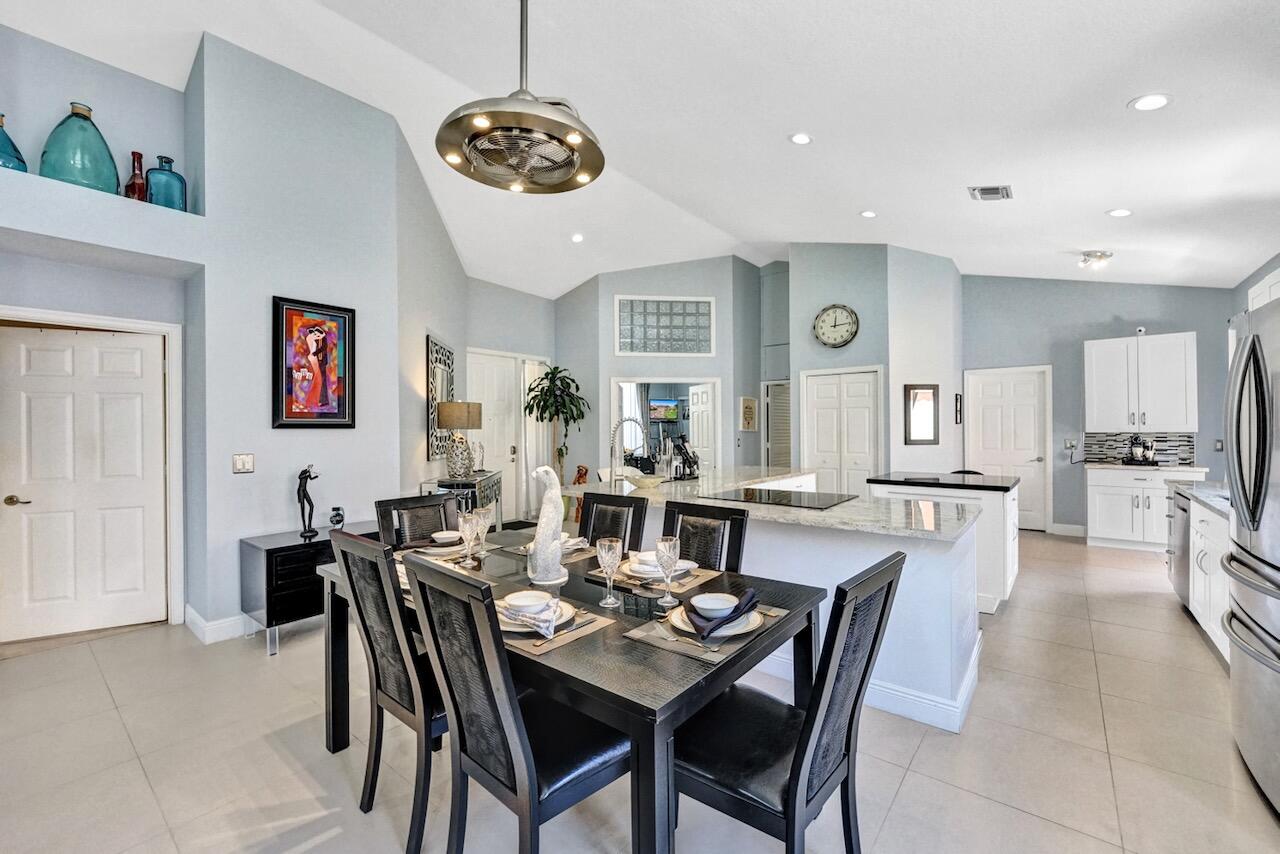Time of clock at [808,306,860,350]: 12:14
